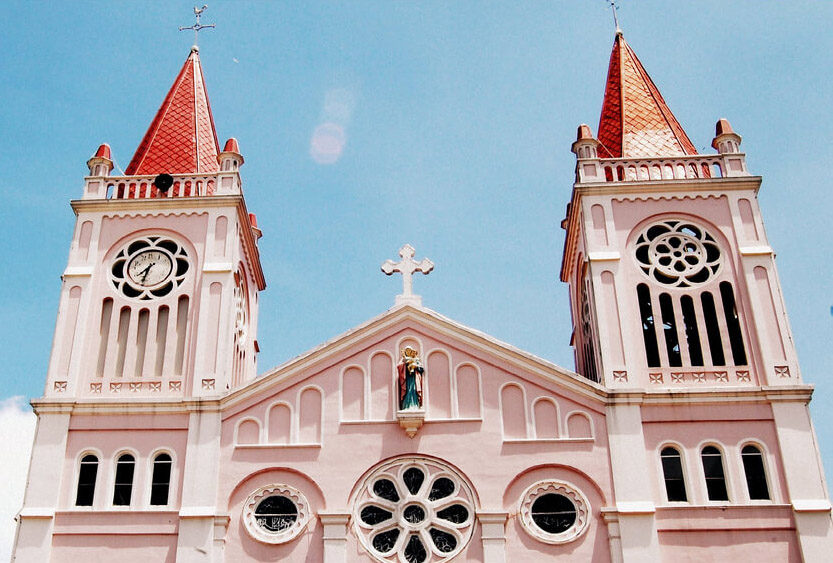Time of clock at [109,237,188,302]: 7:33
